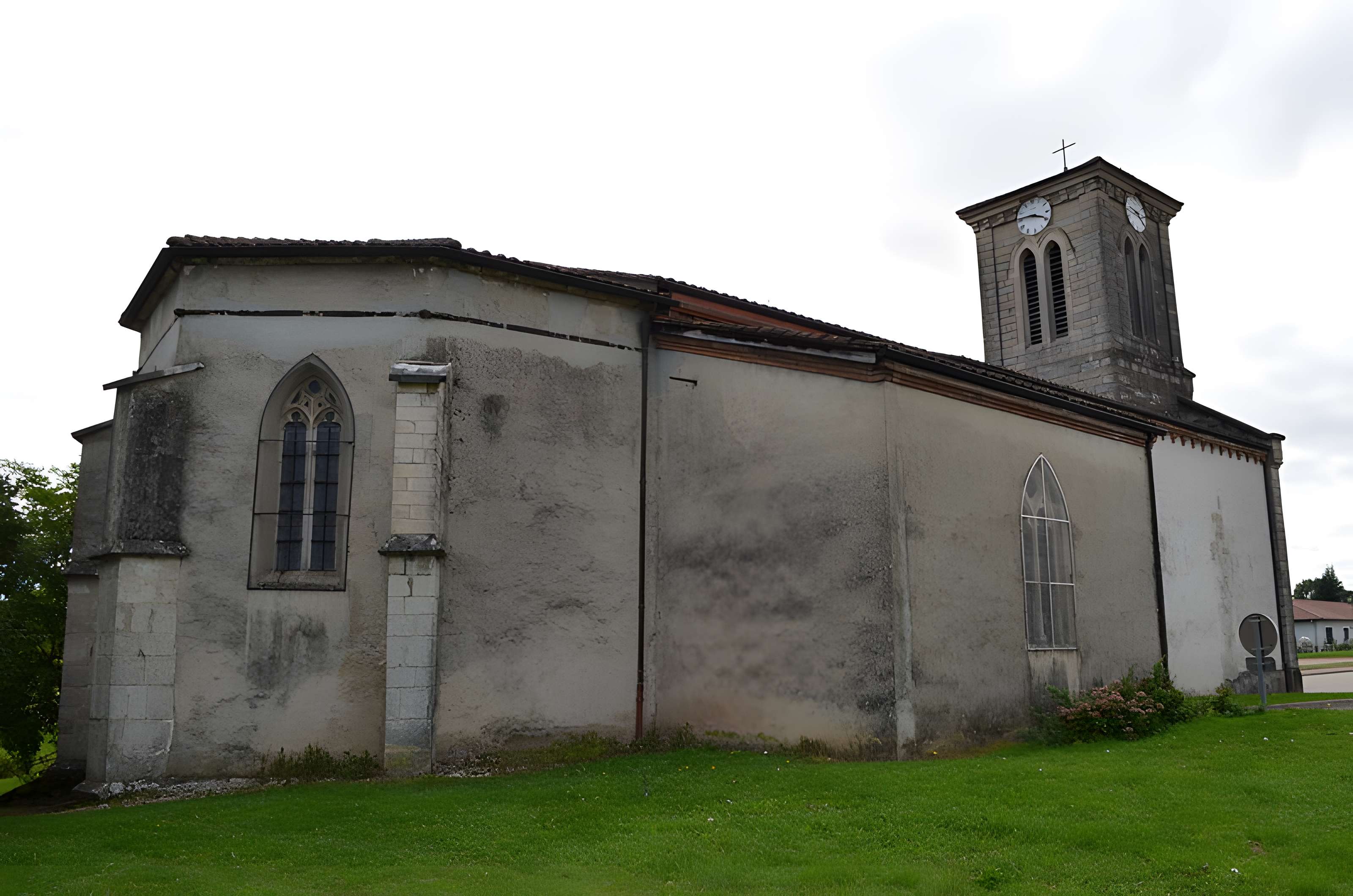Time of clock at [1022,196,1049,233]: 3:45
